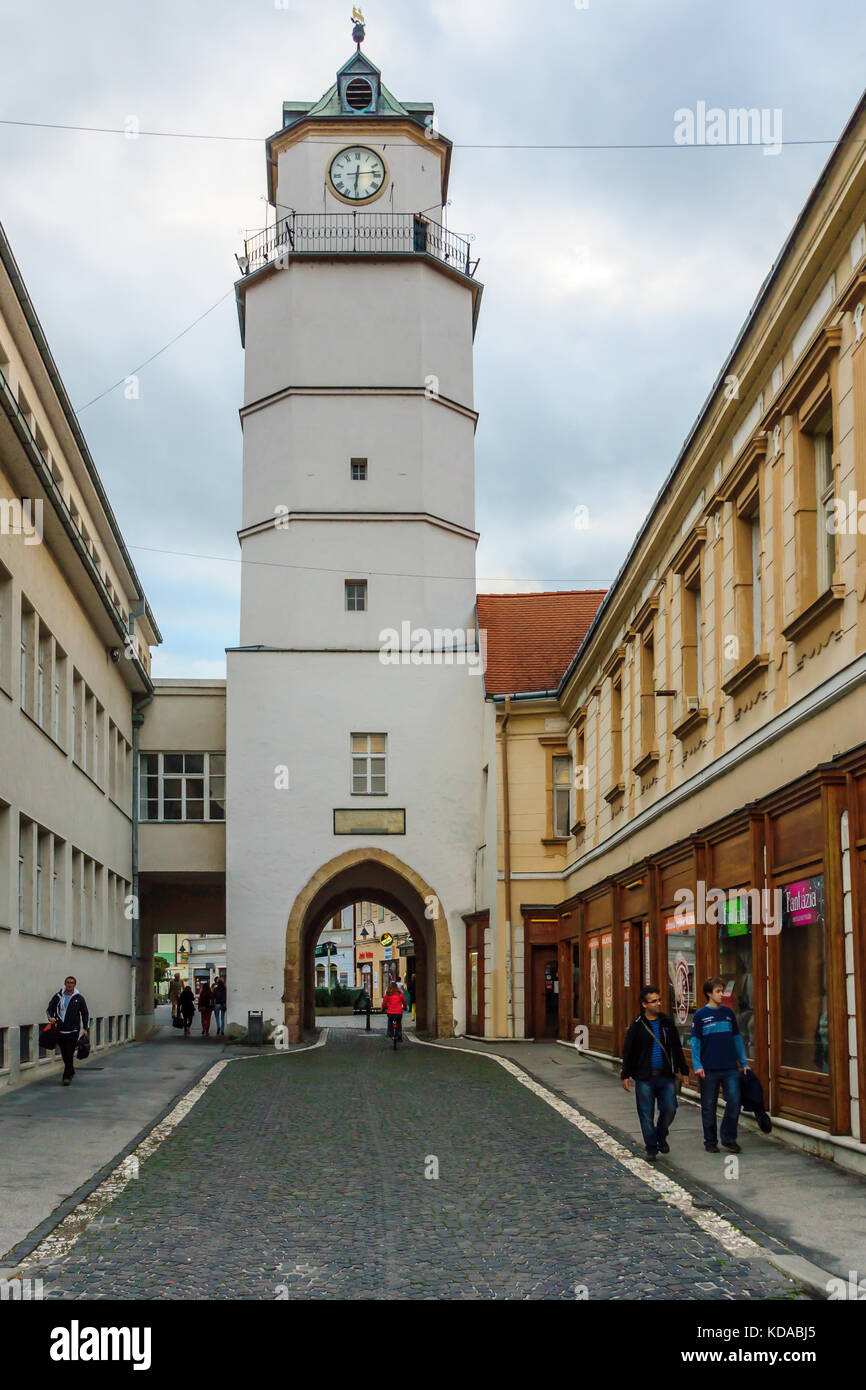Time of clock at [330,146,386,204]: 6:13
